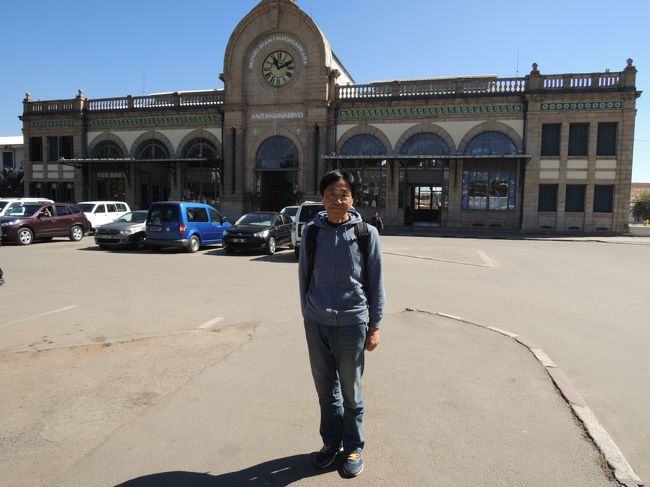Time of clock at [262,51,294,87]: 11:10
